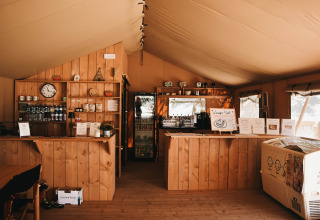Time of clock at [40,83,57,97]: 11:17
